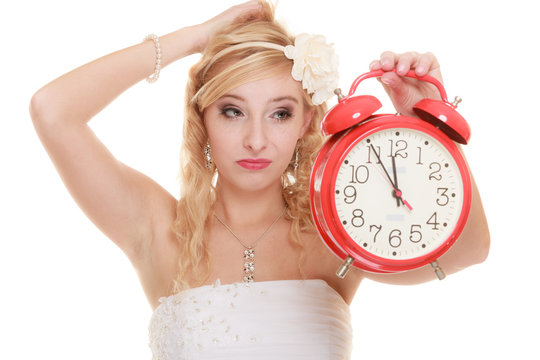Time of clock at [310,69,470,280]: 11:55
